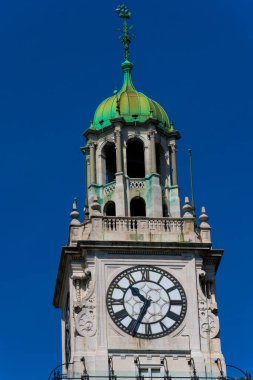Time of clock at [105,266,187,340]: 10:34
